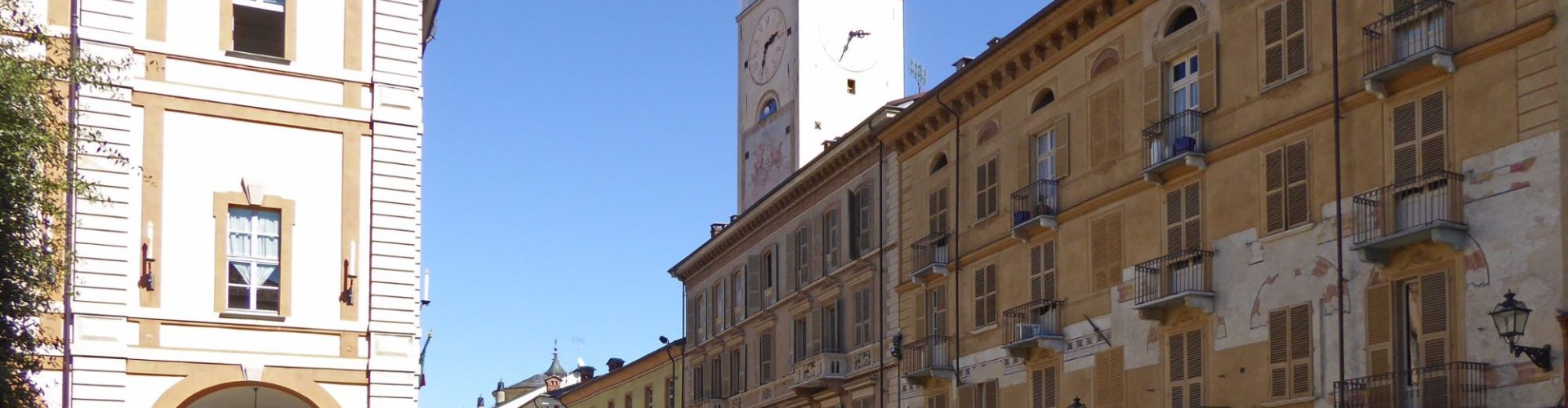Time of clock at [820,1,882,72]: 2:34
